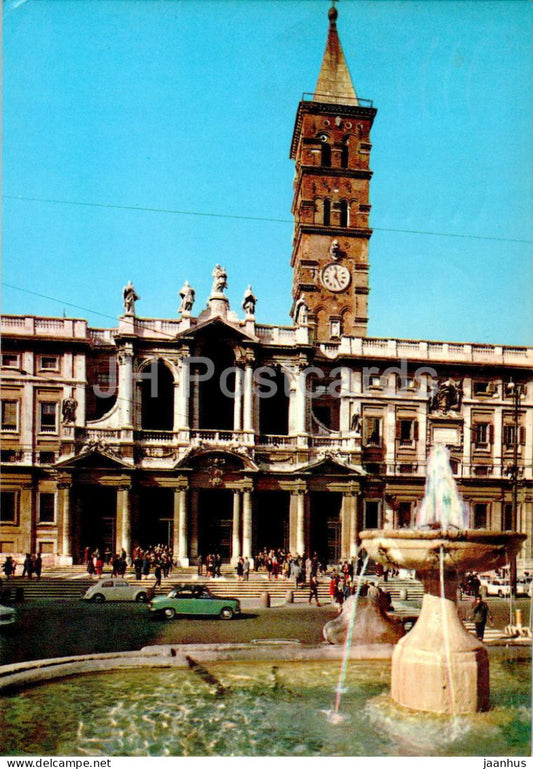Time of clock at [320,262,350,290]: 12:24
